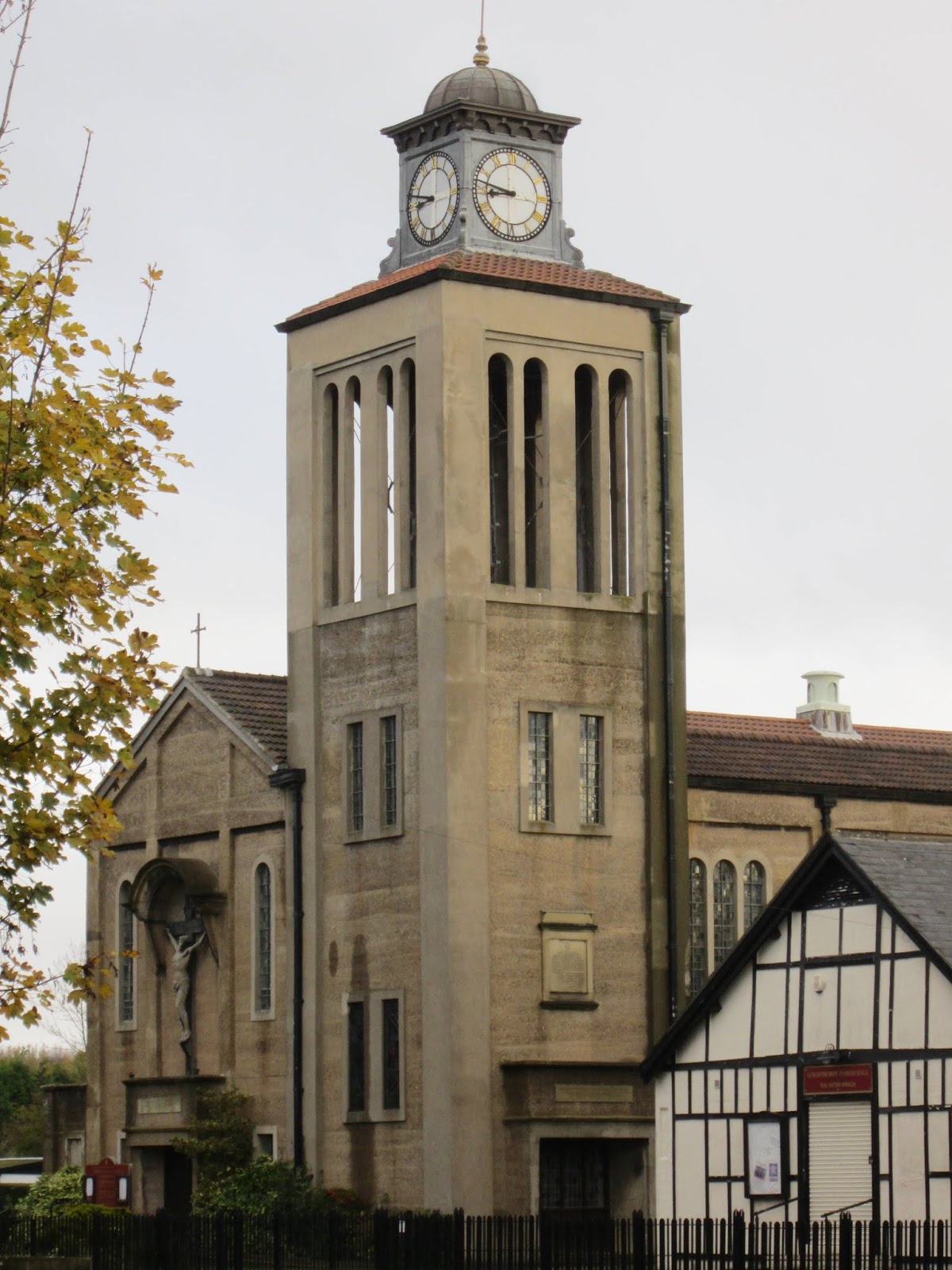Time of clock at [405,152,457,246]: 8:47
